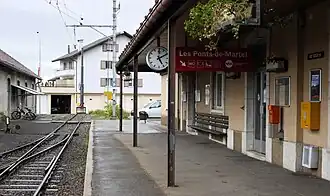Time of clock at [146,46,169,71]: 5:10
